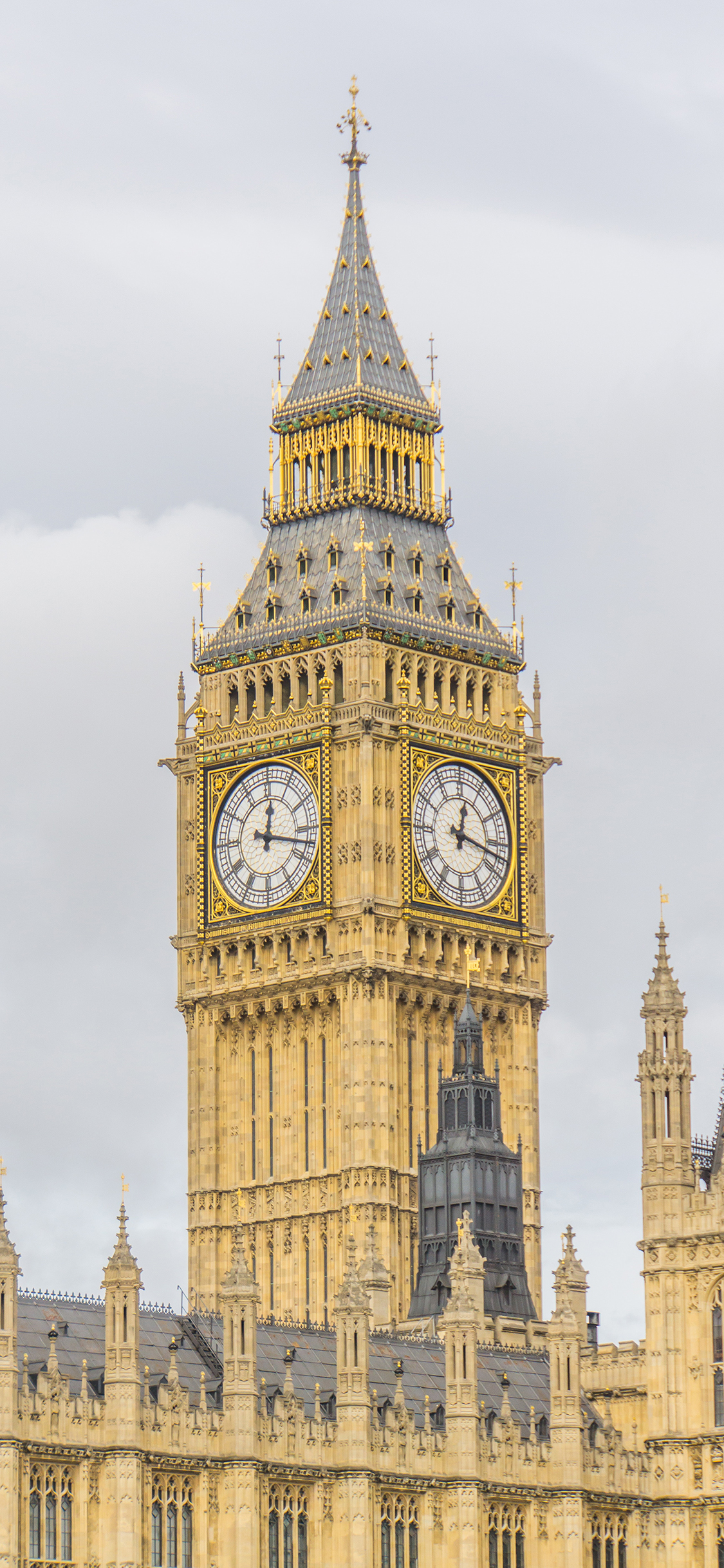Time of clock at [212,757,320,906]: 12:17
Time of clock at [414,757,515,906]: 12:17
